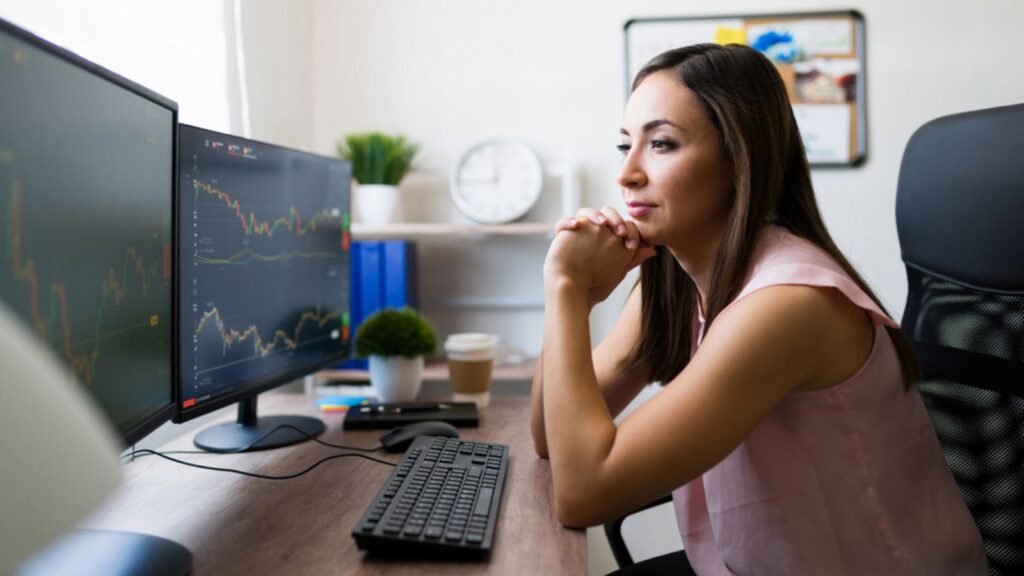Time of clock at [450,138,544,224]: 11:44
